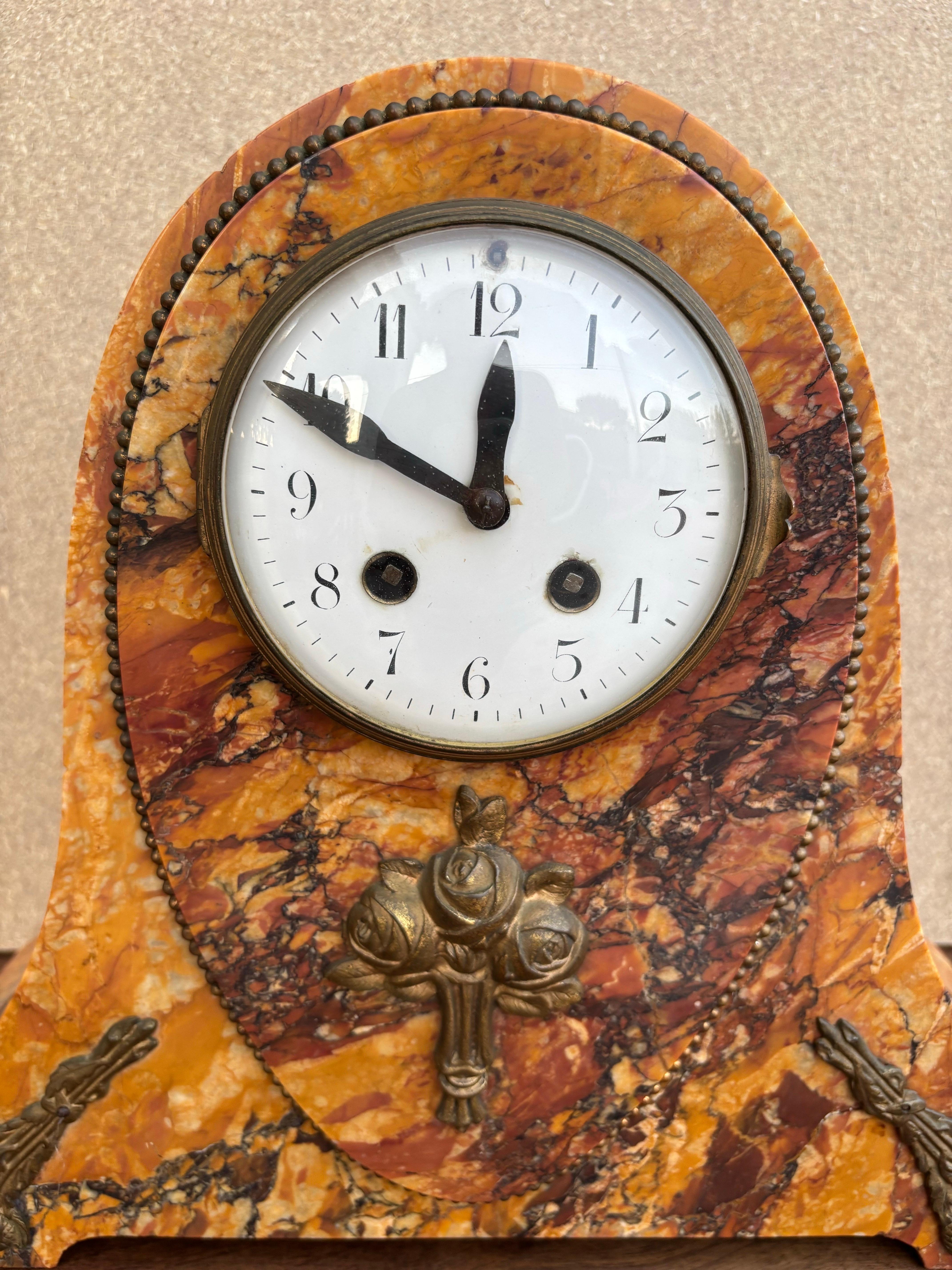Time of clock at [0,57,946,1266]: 11:49
